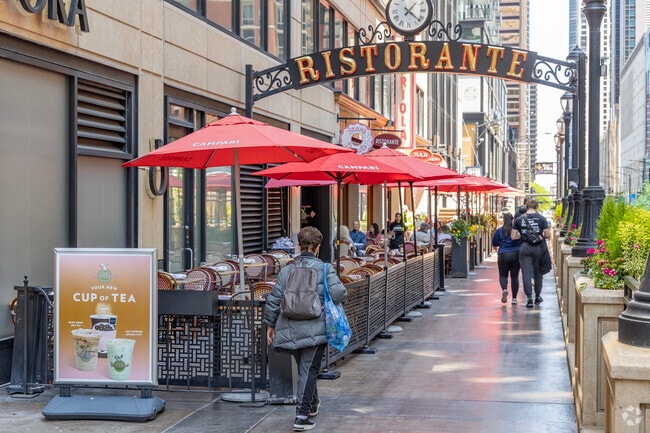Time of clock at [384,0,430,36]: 1:21
